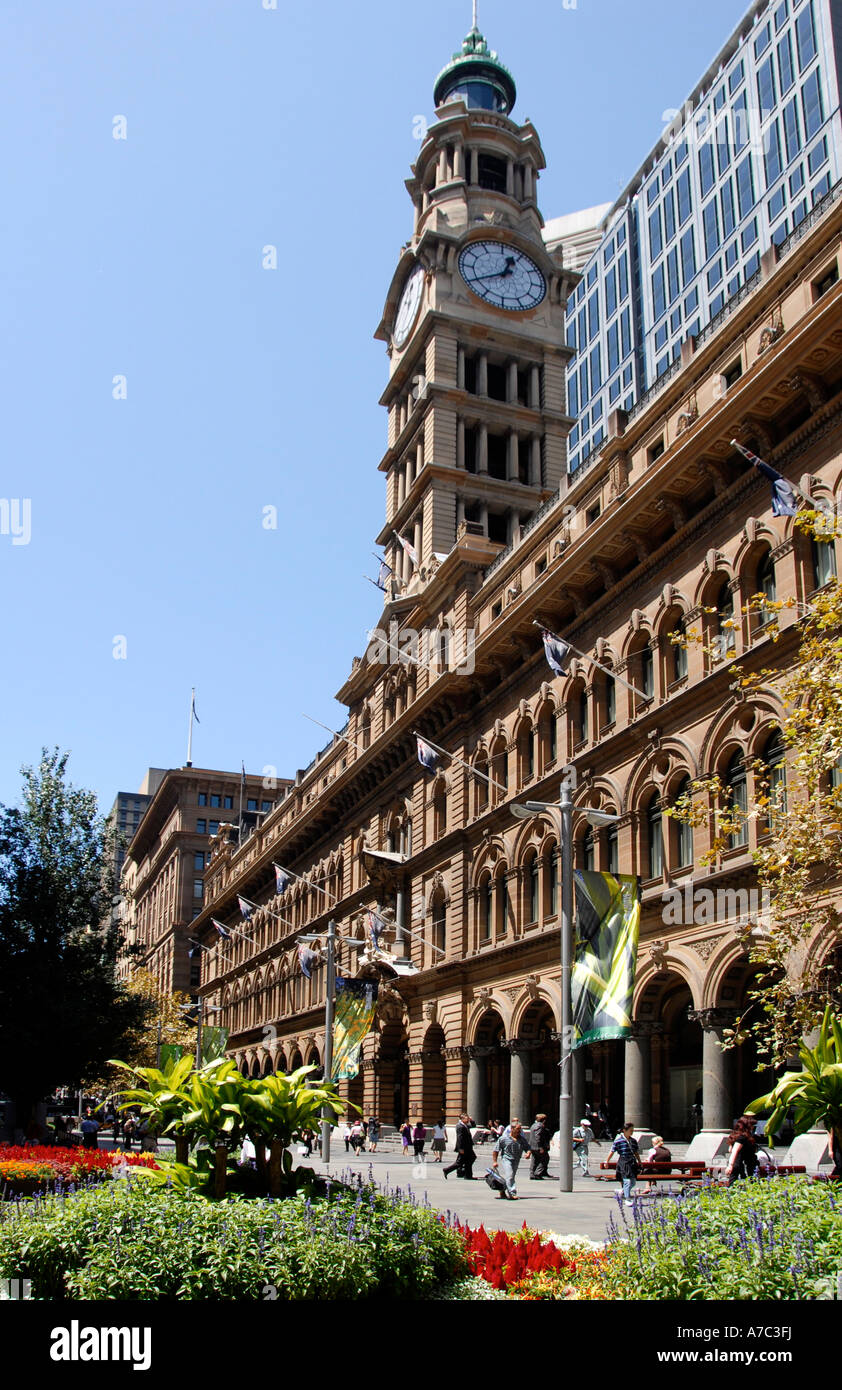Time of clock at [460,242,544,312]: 12:40
